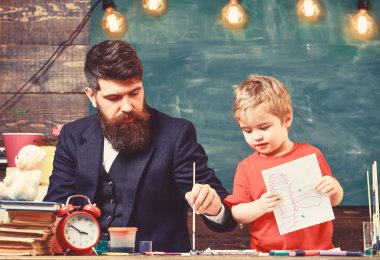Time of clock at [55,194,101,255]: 3:50
